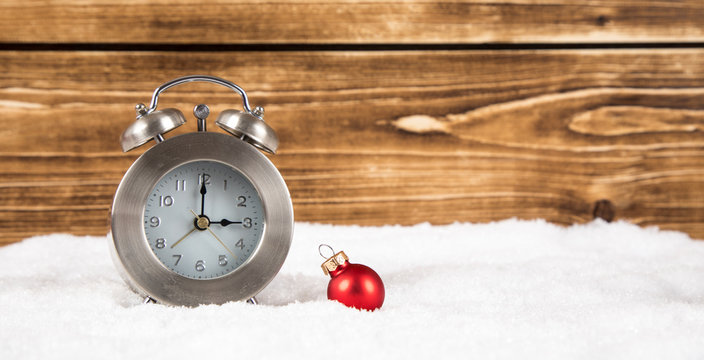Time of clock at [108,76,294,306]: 3:00
